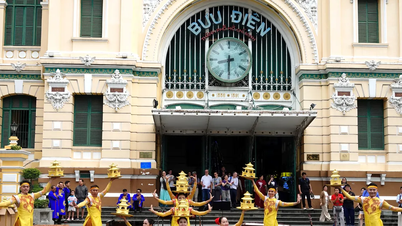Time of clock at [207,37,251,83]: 8:30
